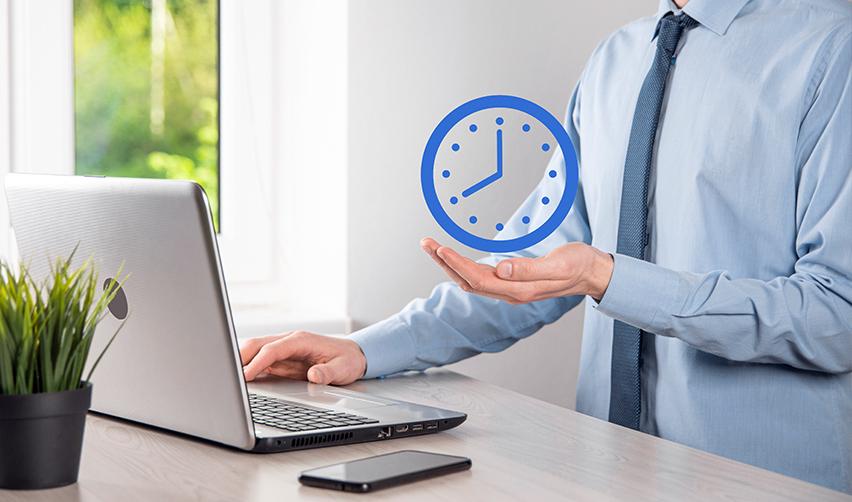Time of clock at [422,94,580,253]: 7:59
